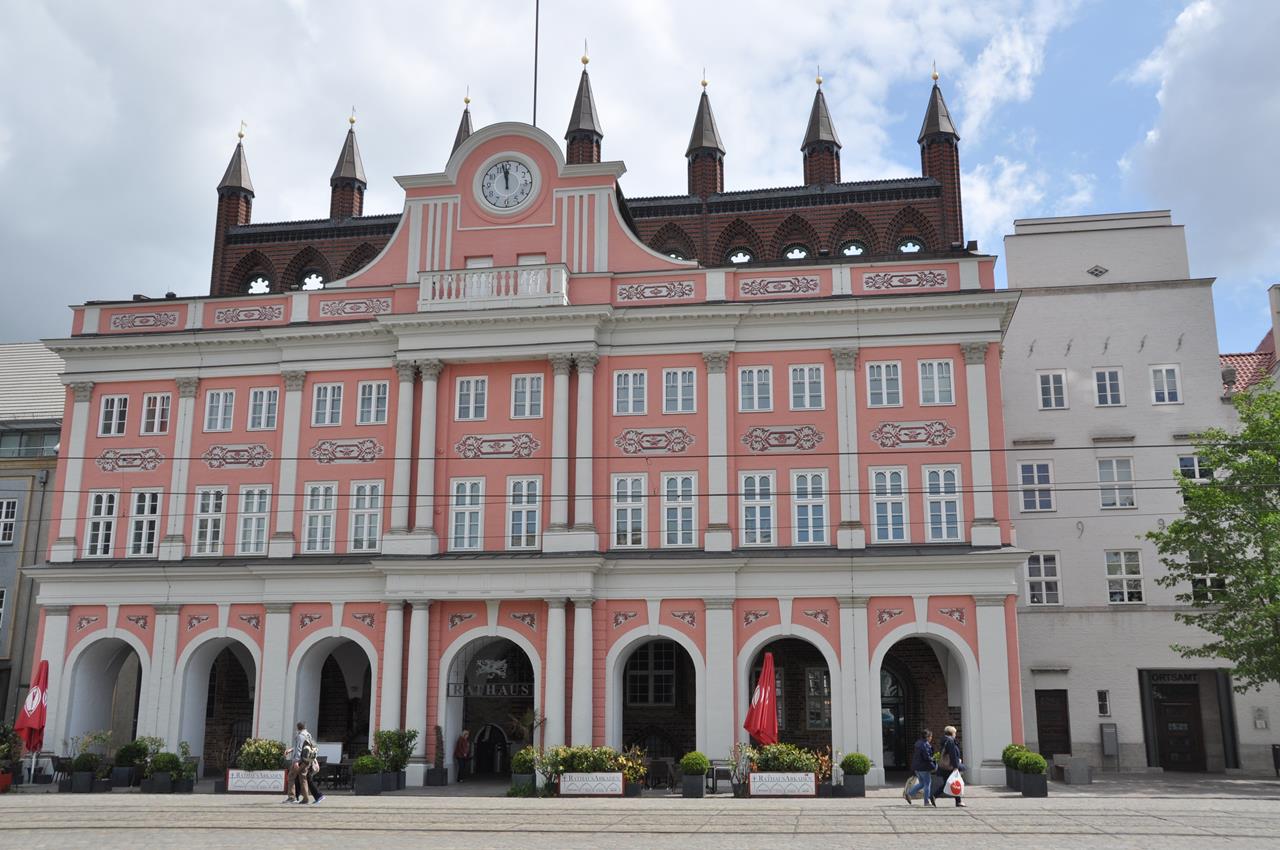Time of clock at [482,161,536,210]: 11:57
